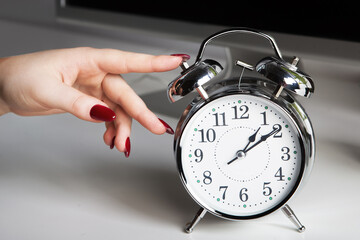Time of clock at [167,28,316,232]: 1:09
